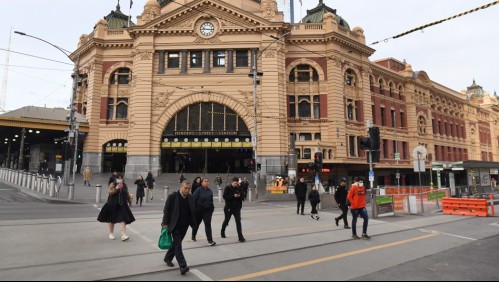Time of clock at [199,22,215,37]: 9:15
